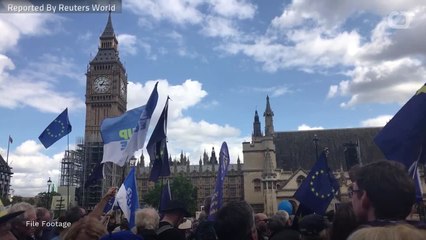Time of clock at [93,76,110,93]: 1:16
